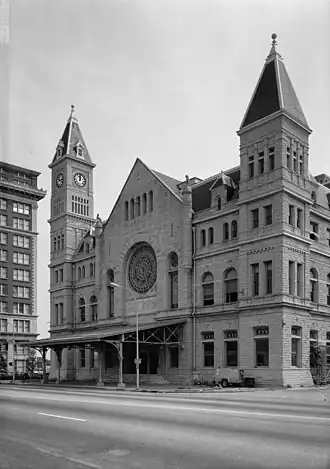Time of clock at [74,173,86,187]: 12:02
